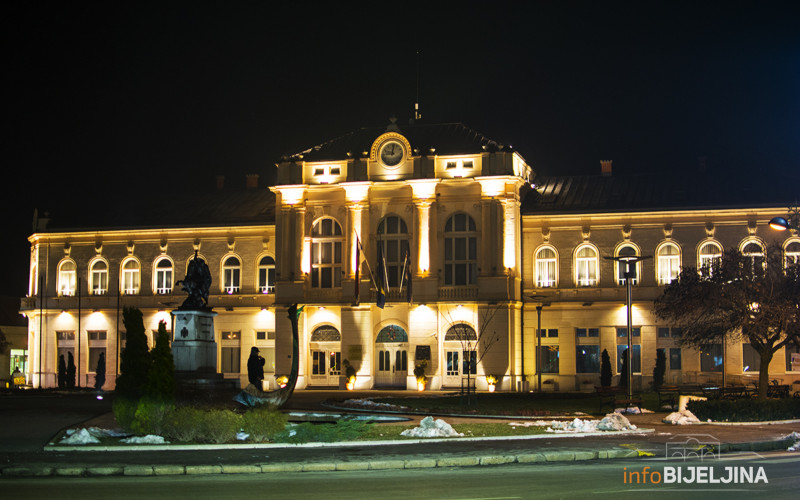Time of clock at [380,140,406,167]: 9:01
